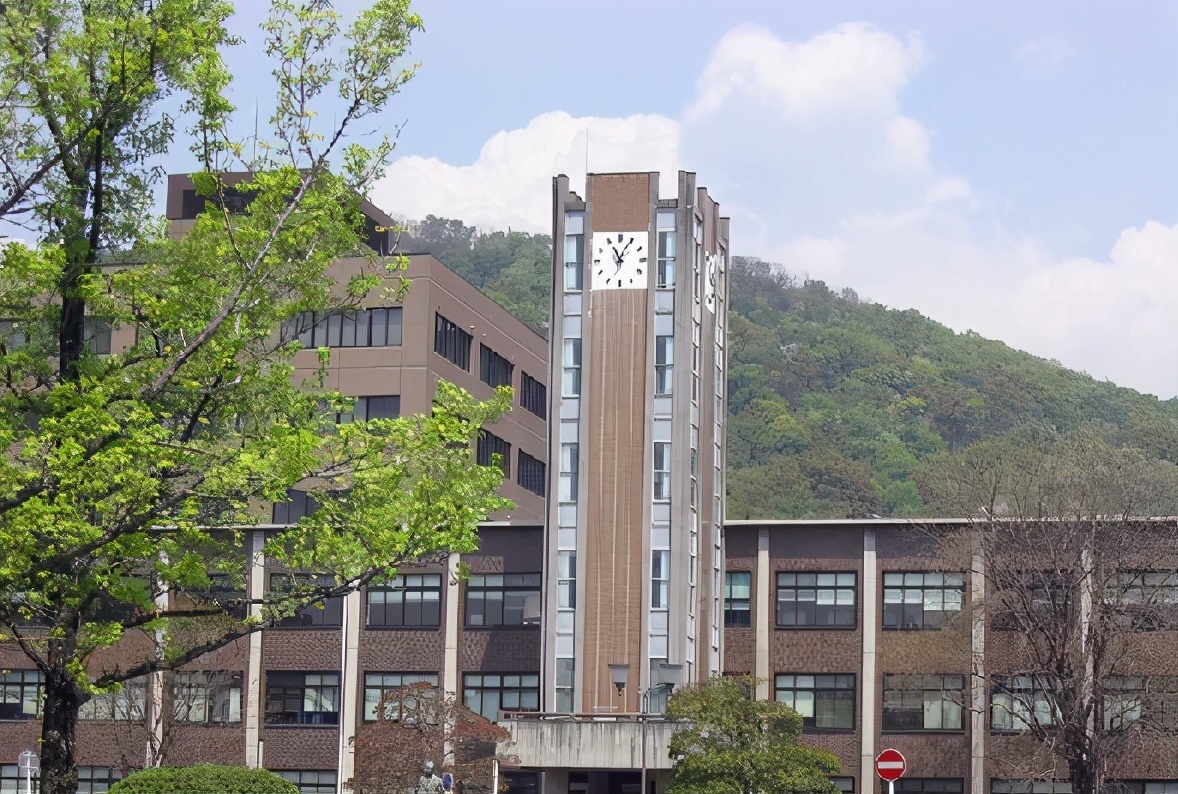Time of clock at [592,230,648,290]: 11:04
